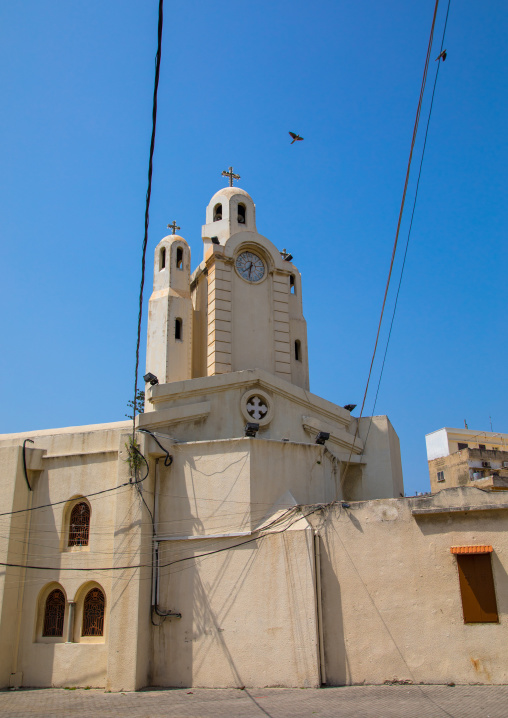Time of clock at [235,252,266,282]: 7:32
